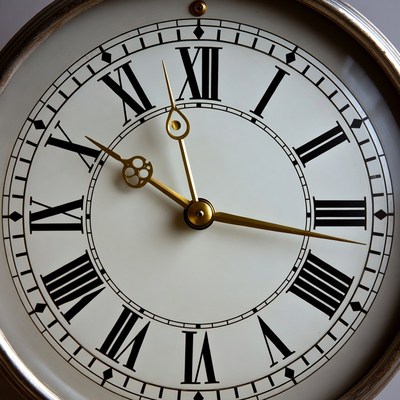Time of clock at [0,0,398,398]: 10:16
